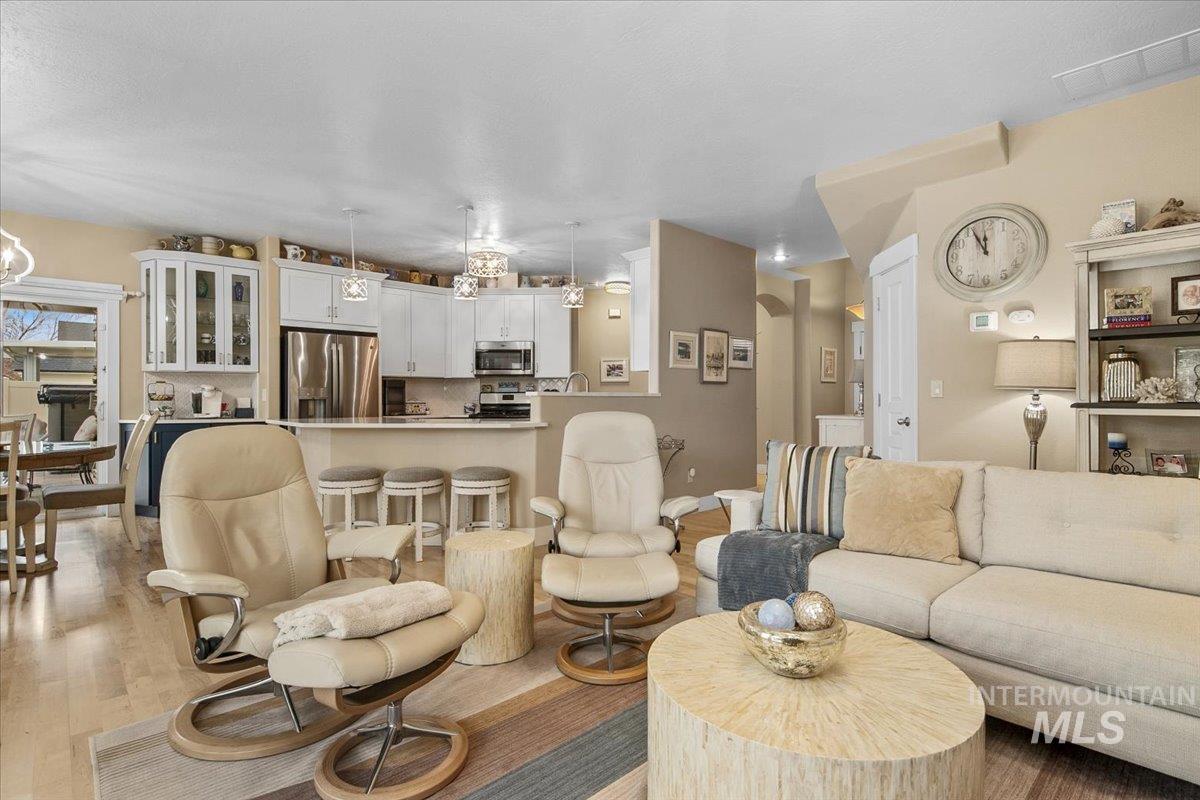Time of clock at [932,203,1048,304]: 11:55
